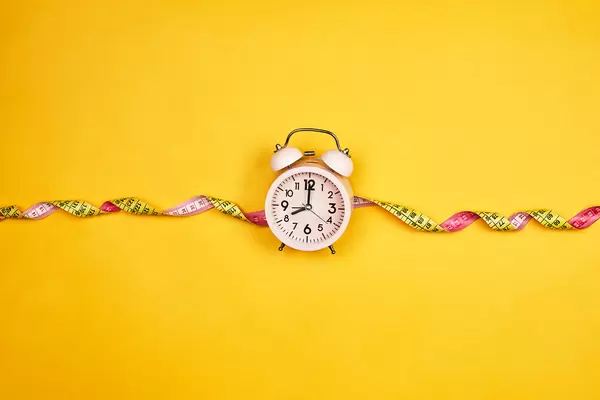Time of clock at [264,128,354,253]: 8:00
